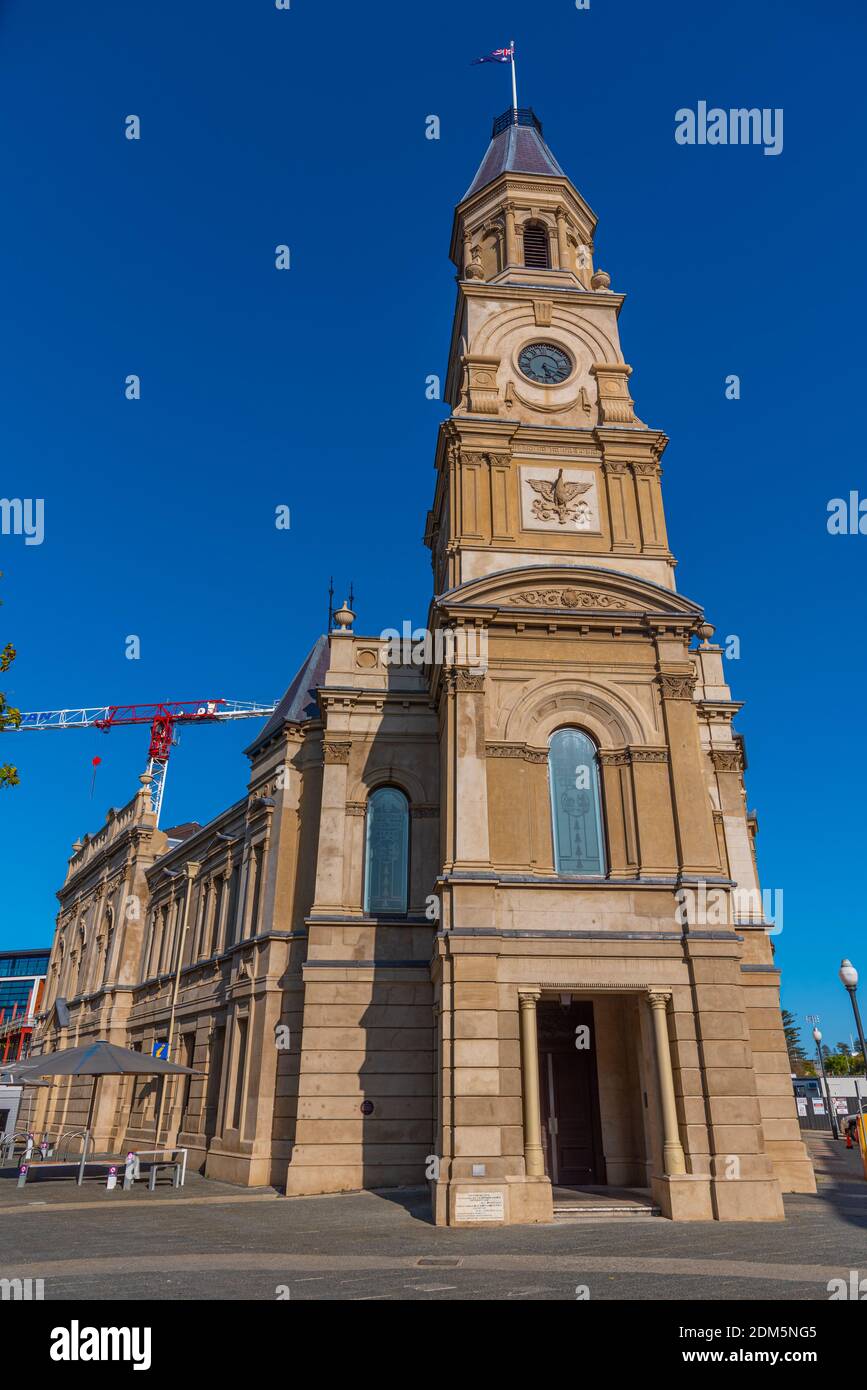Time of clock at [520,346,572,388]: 5:18
